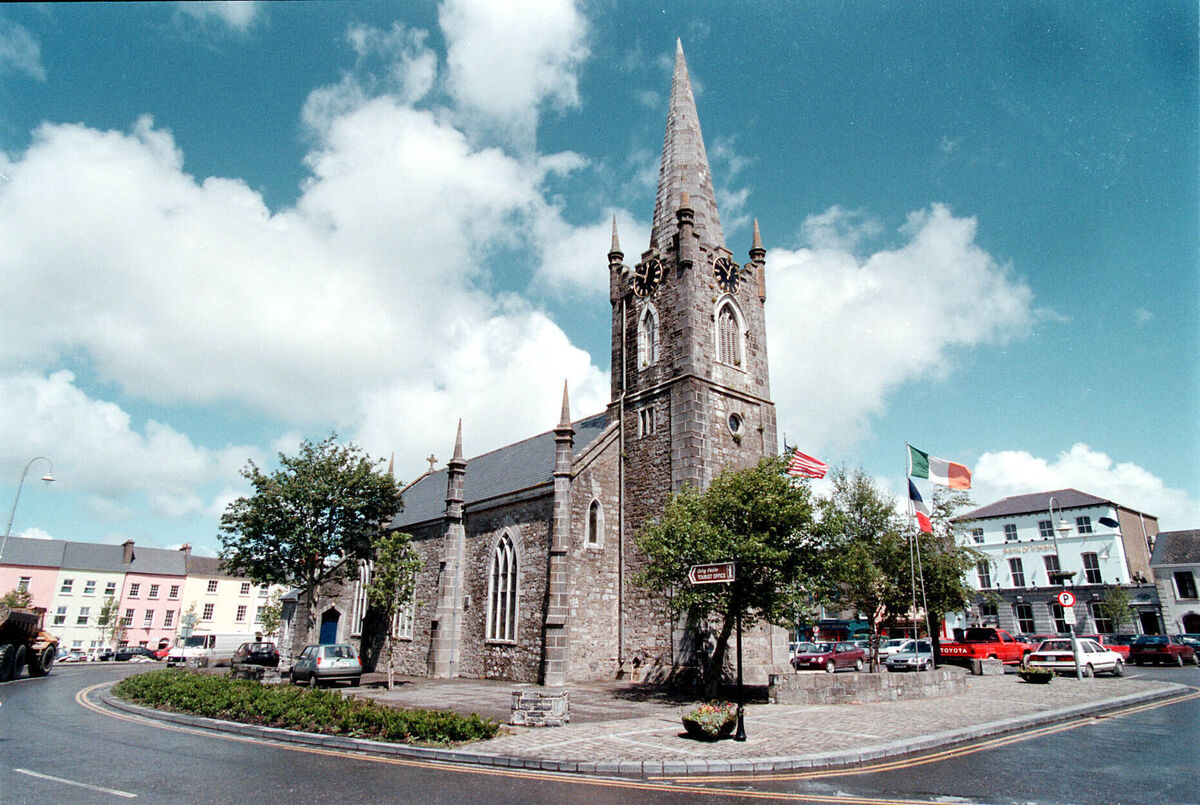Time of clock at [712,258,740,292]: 12:52
